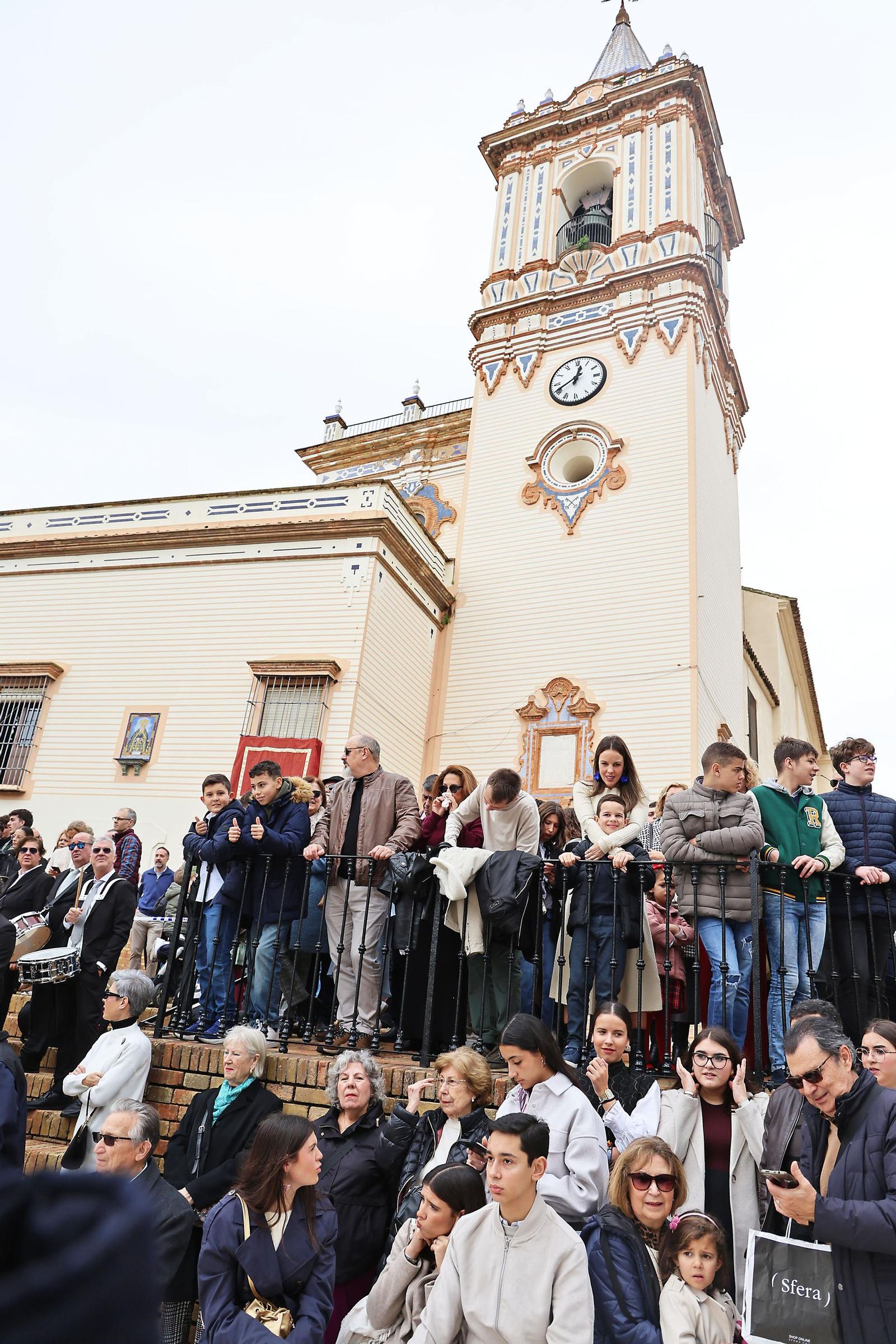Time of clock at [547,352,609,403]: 12:40
